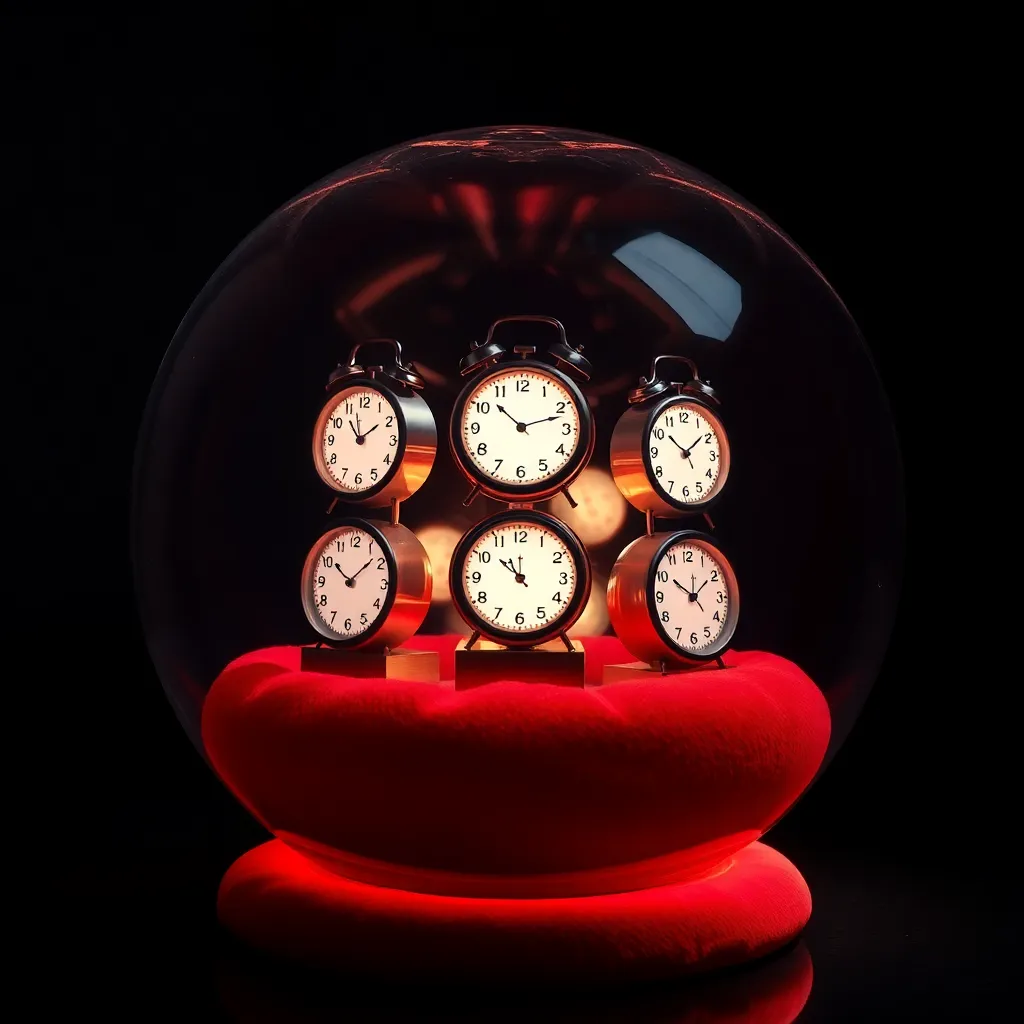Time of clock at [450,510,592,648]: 11:52
